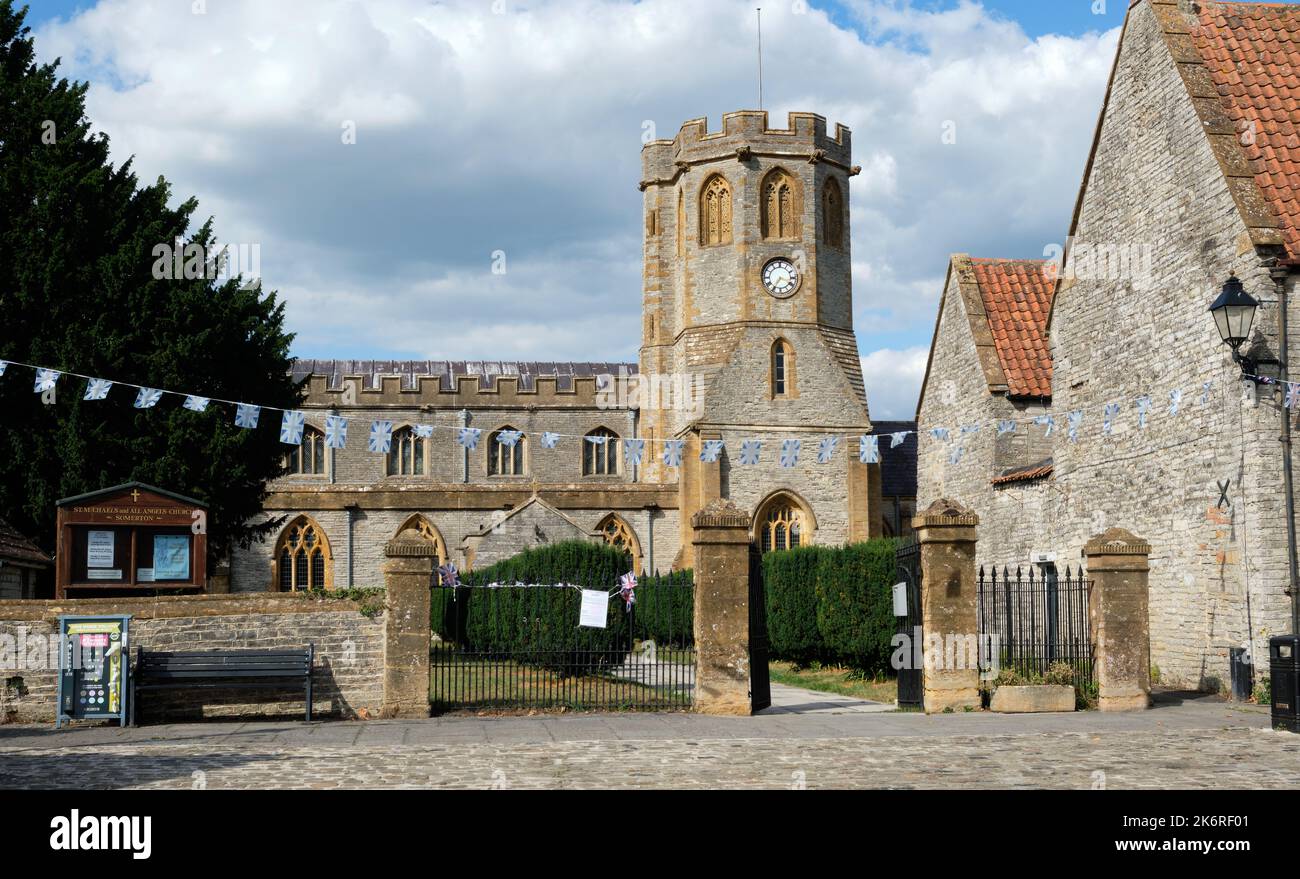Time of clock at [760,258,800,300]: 3:35
